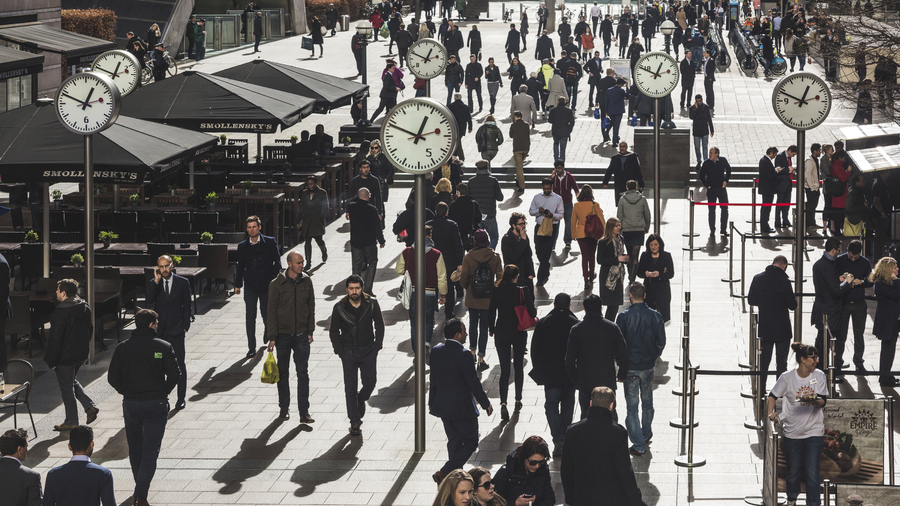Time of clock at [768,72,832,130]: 12:48
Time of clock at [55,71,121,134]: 12:48
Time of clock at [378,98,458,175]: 12:48
